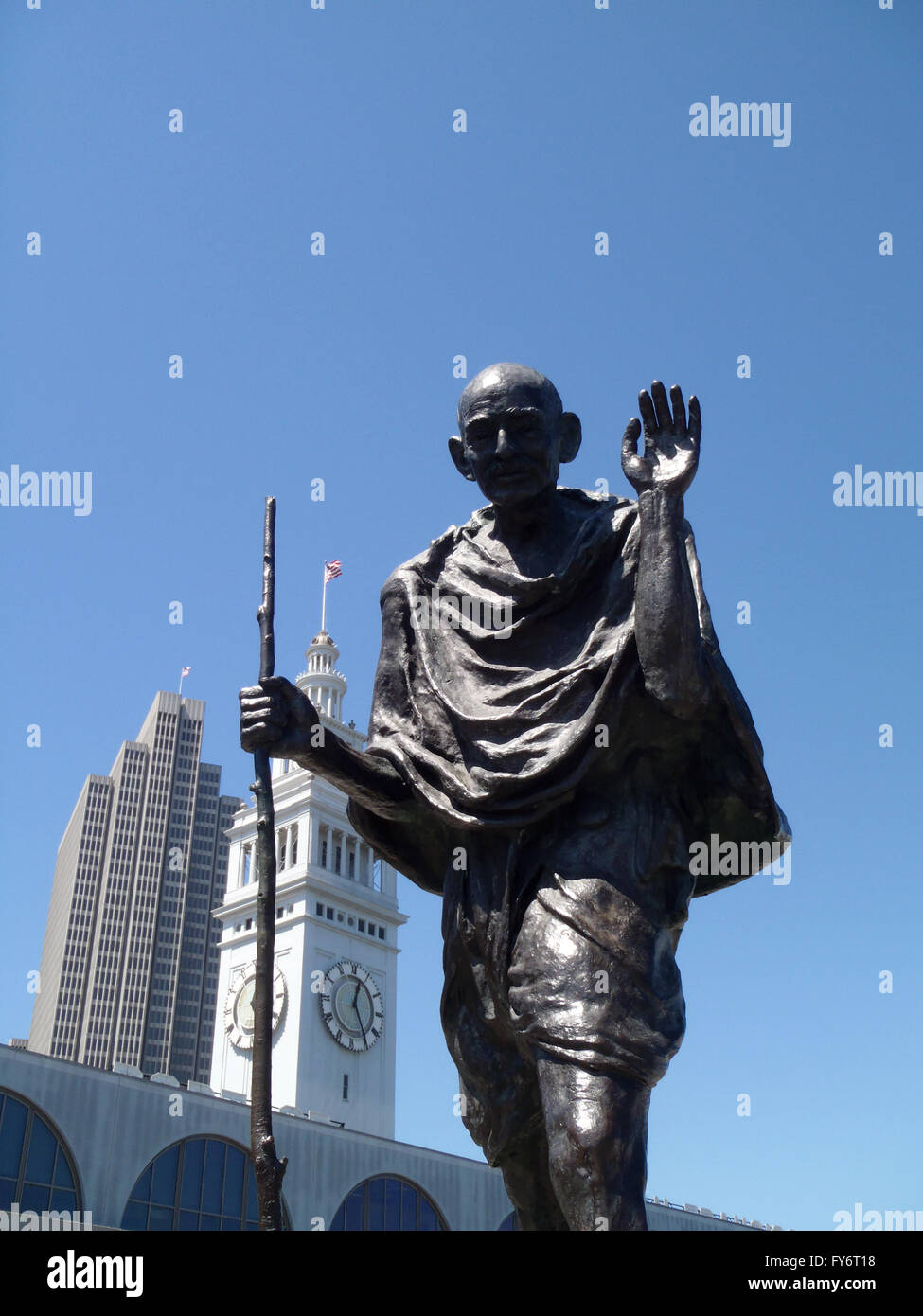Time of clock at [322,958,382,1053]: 12:24
